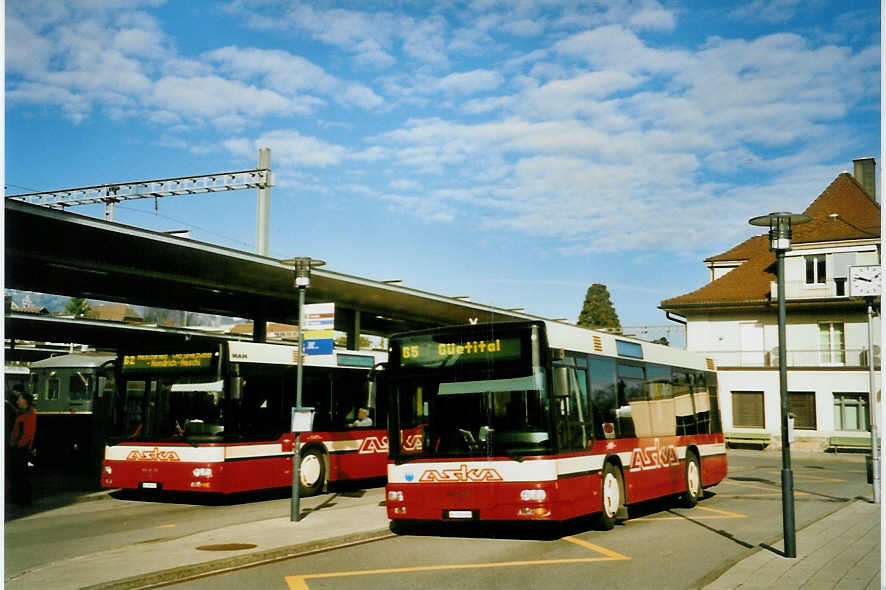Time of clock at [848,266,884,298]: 9:47
